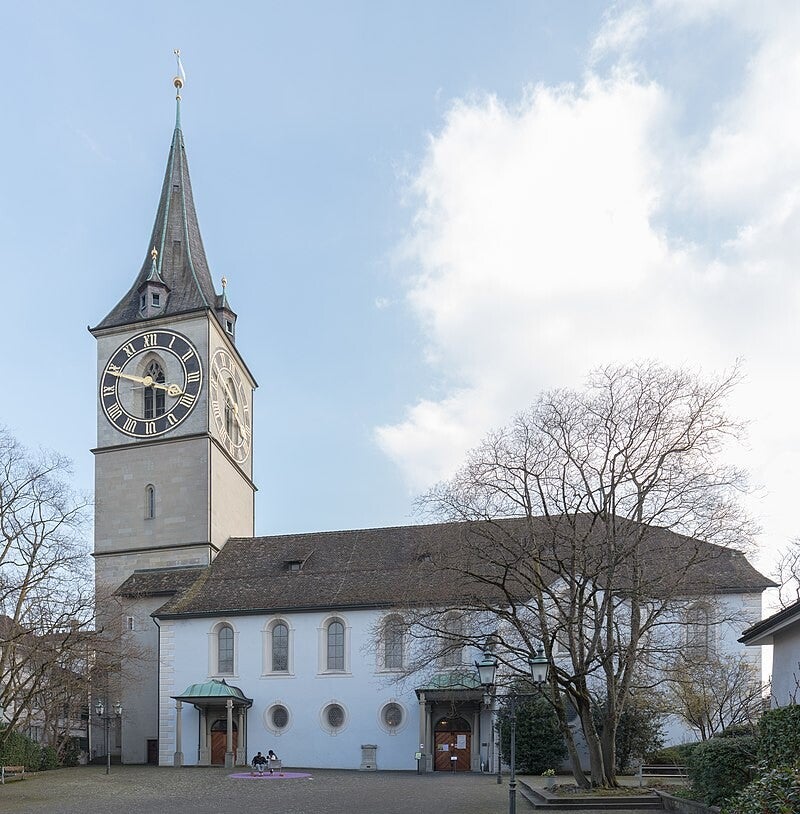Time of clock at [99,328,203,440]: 12:29
